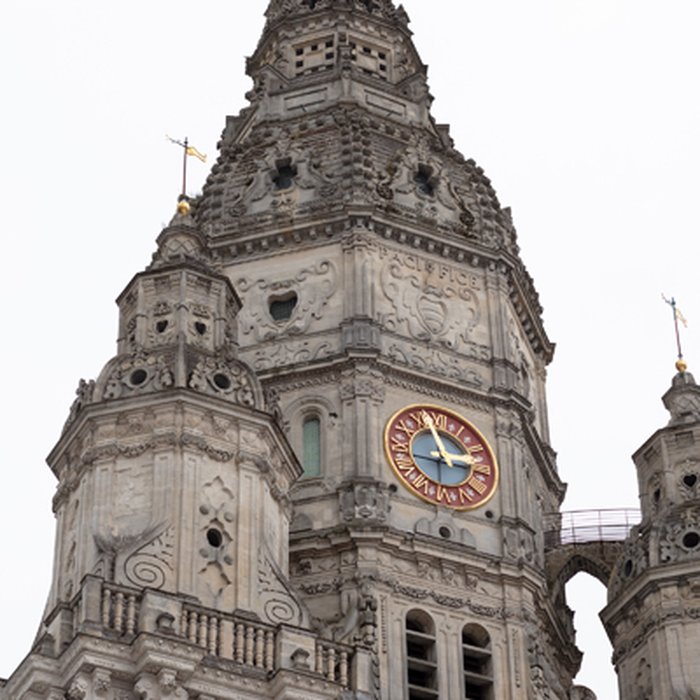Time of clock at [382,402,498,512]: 2:57
